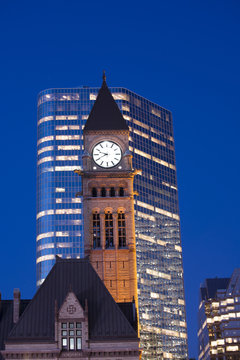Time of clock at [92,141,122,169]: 9:40
